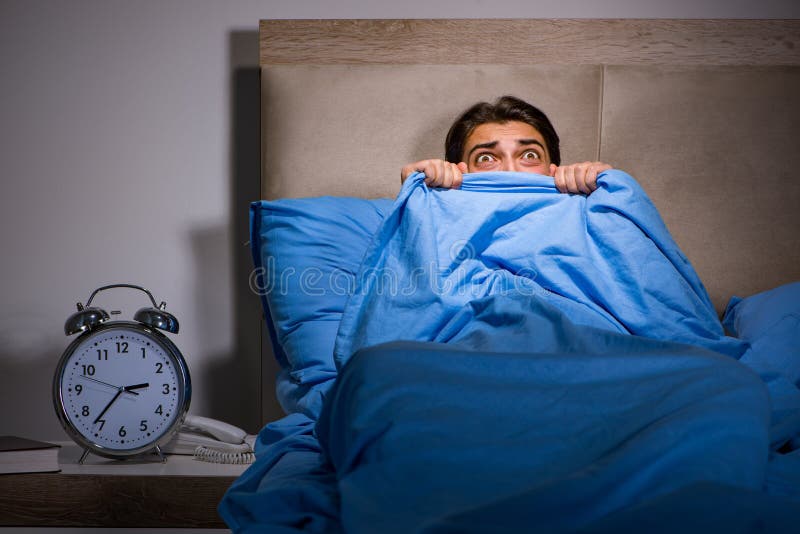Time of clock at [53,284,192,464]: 2:36
